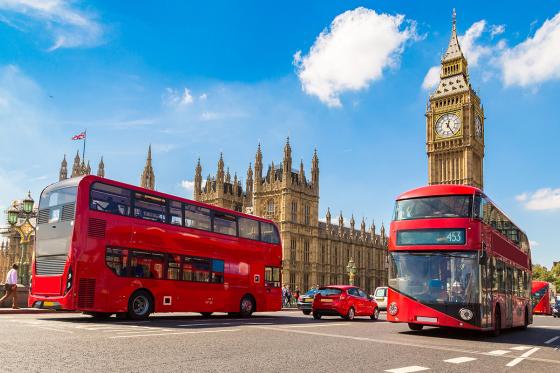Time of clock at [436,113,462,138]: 12:24
